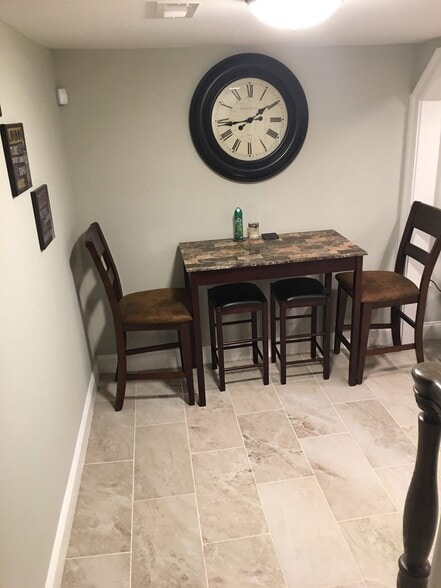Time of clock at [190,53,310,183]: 1:43
